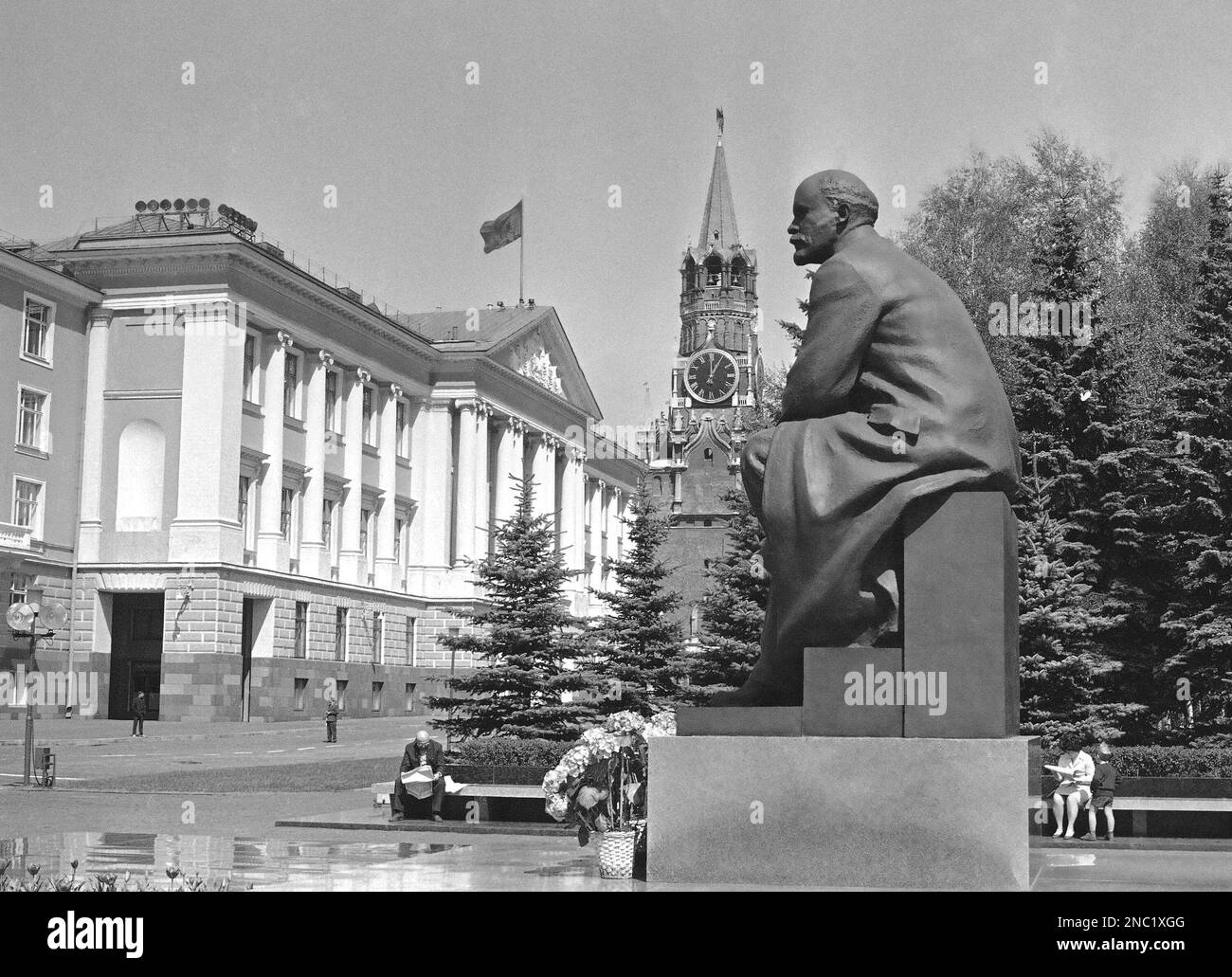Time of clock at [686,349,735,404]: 1:00
